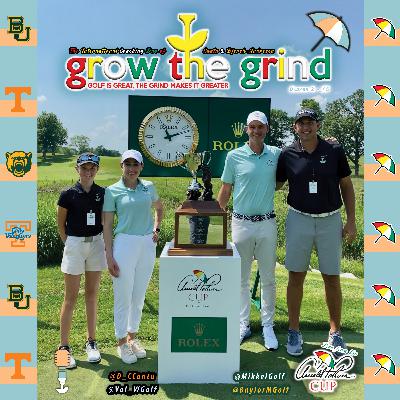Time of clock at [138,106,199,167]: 11:11
